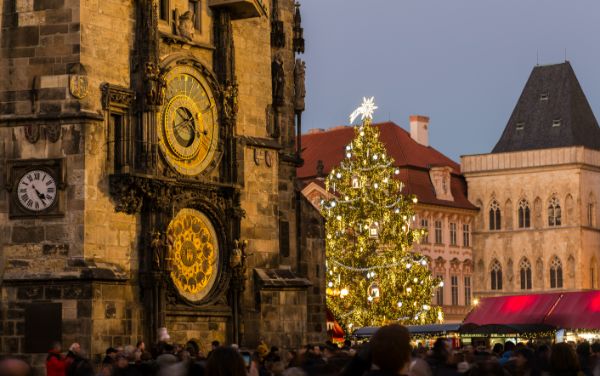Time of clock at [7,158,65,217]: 4:24
